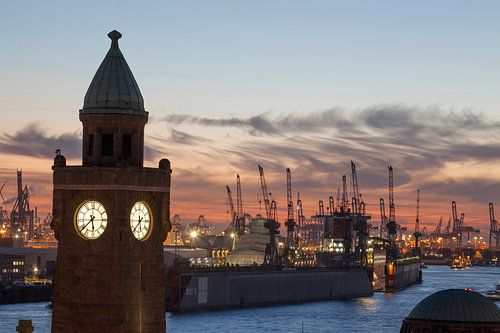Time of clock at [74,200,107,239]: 5:38
